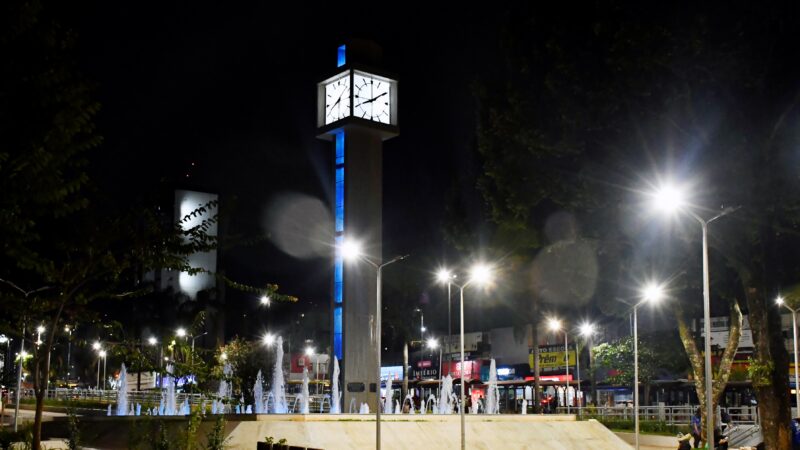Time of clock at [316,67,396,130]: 8:09
